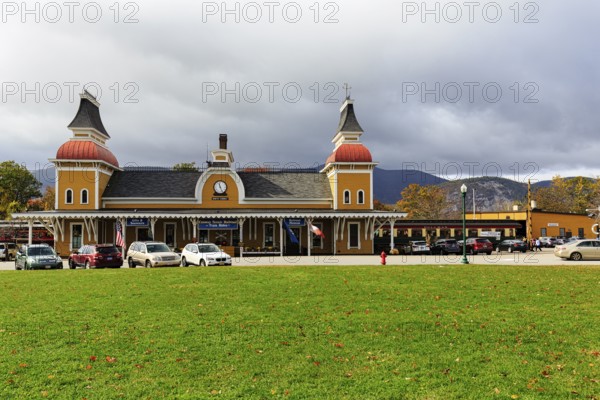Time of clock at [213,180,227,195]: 11:25
